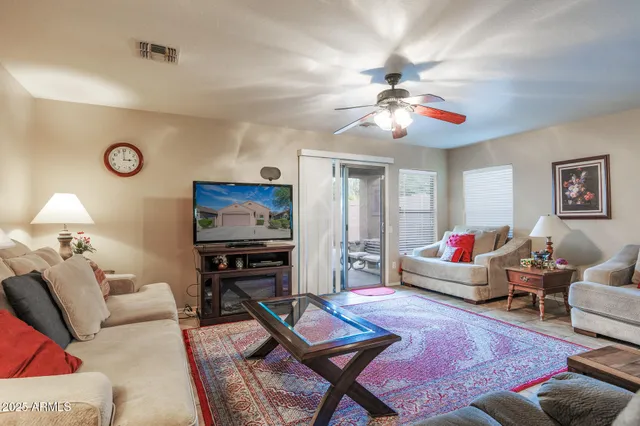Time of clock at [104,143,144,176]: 2:59
